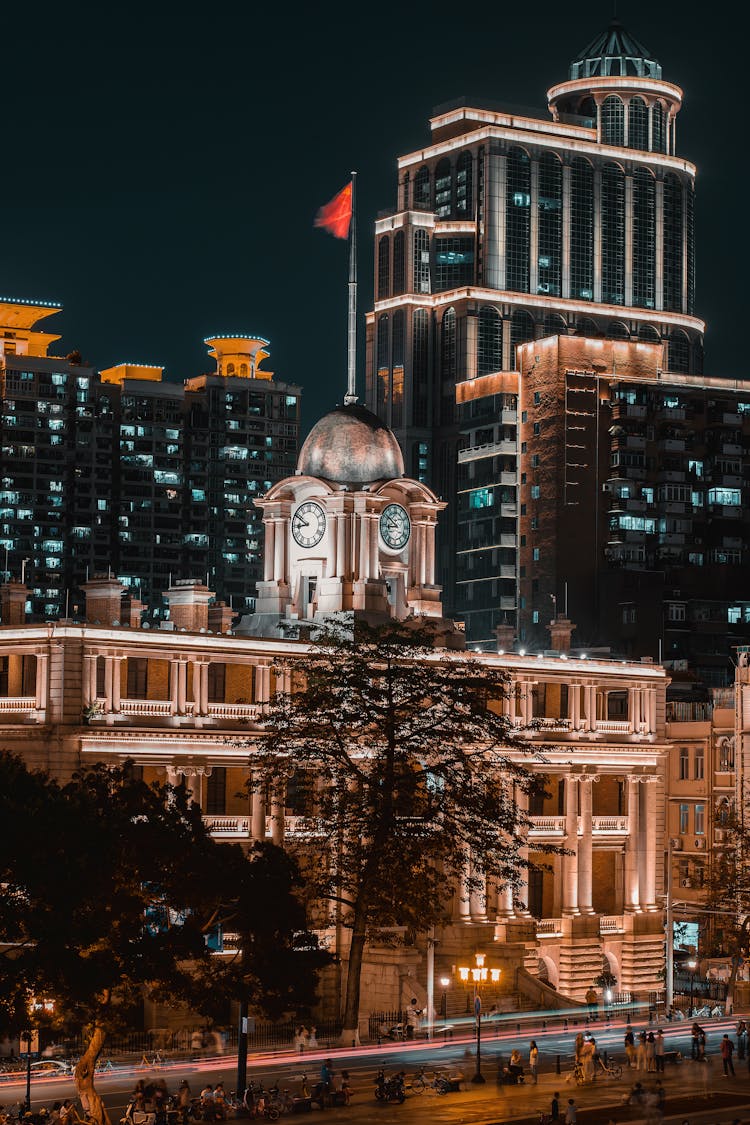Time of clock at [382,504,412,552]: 8:51
